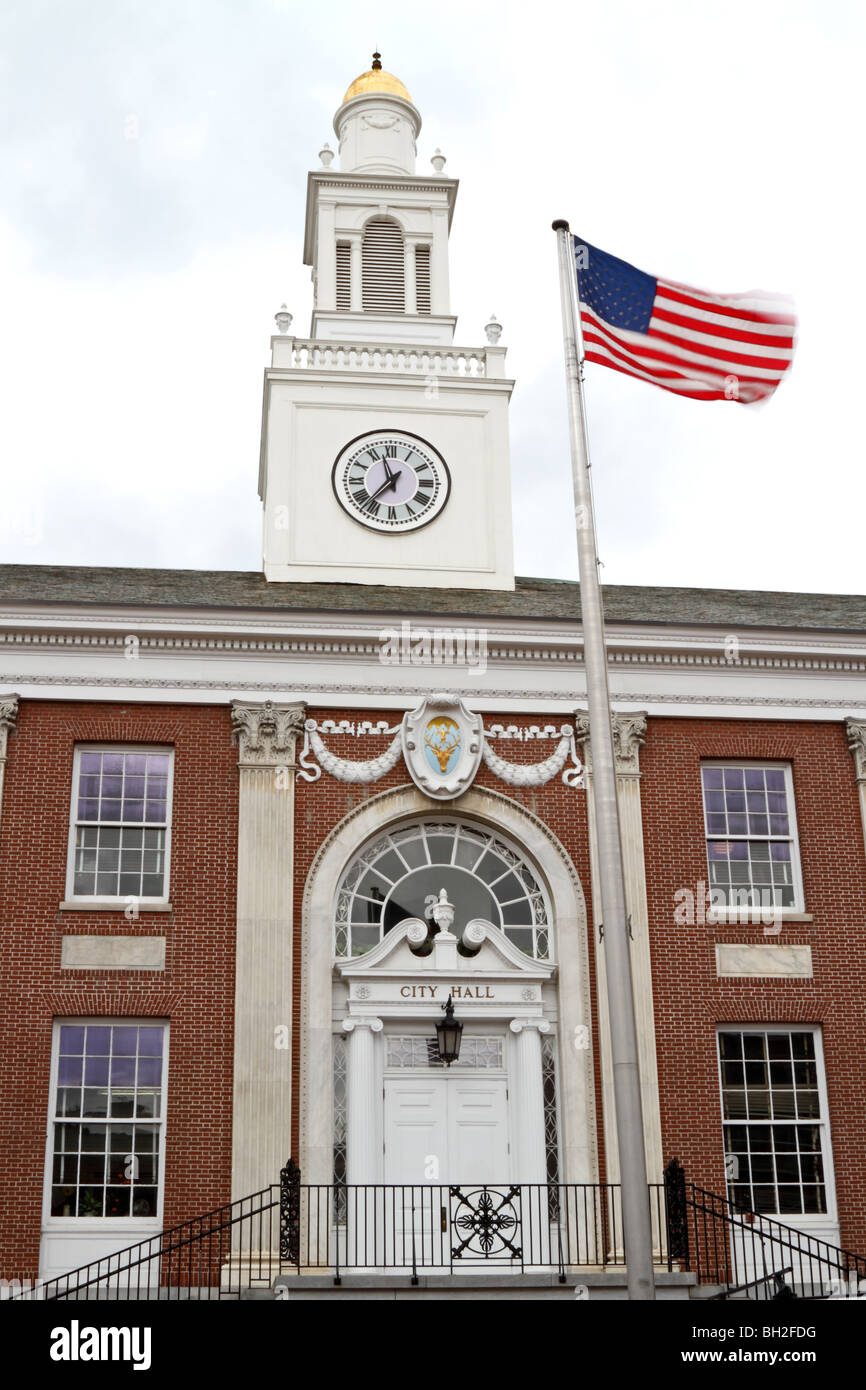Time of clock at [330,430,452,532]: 11:36
